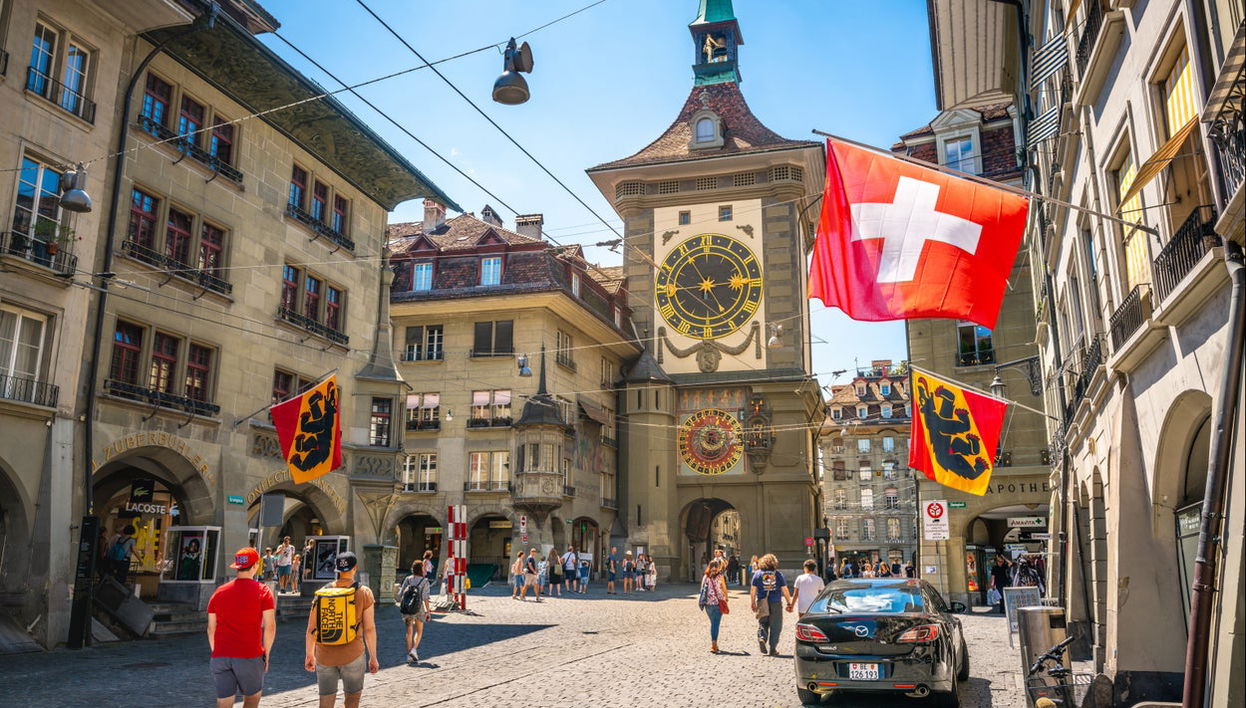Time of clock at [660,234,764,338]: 6:14
